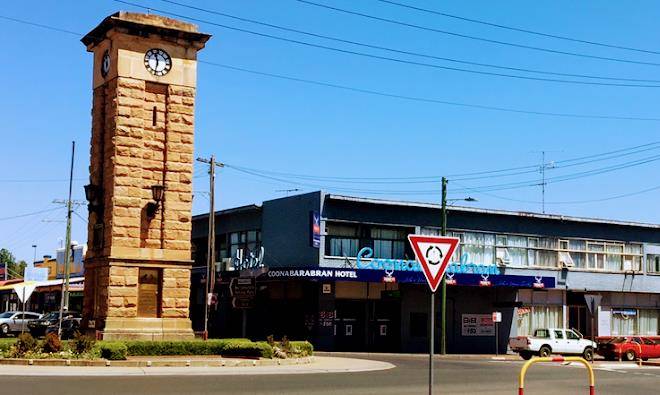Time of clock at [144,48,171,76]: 11:32
